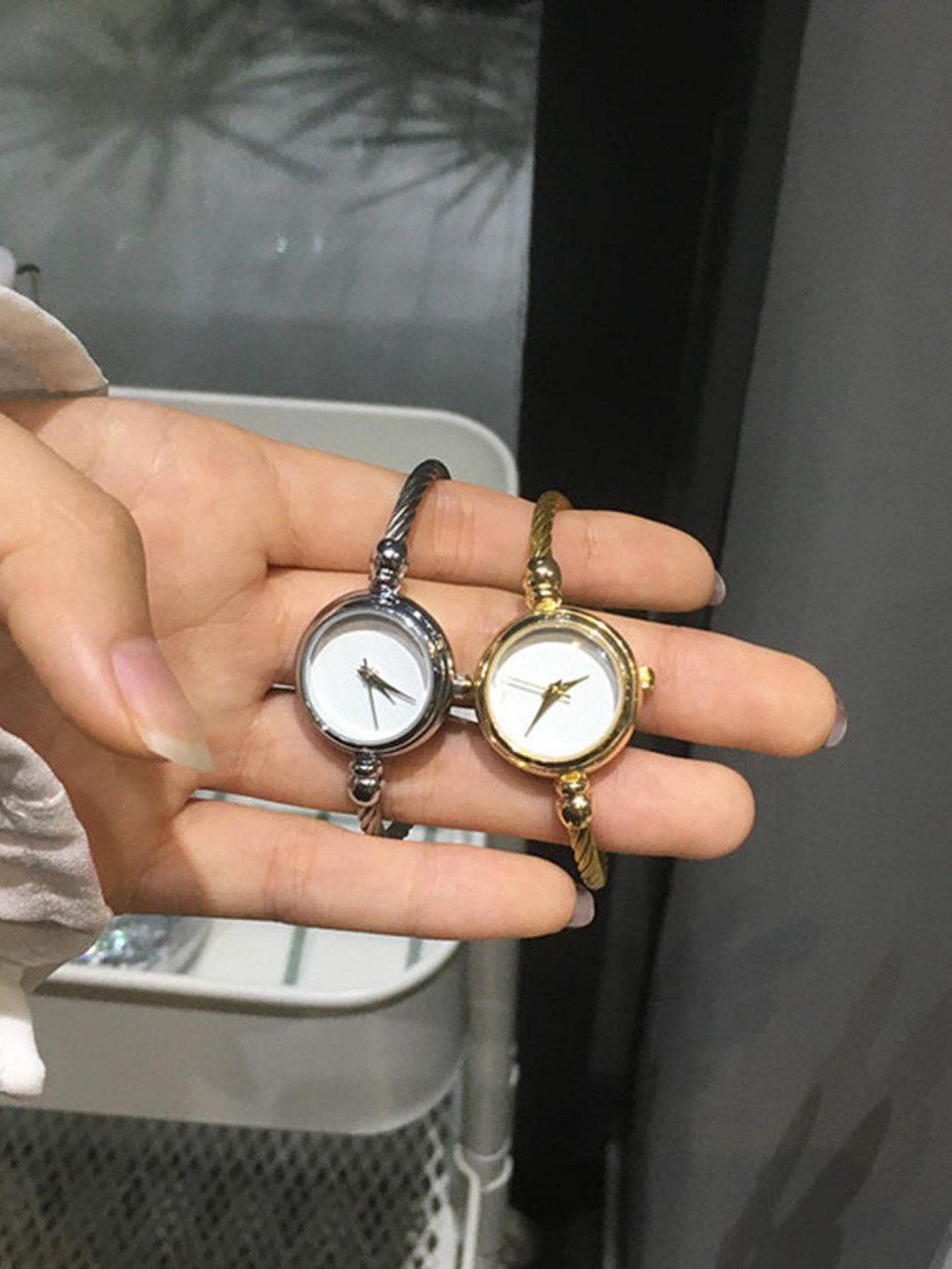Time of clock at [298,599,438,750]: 4:19
